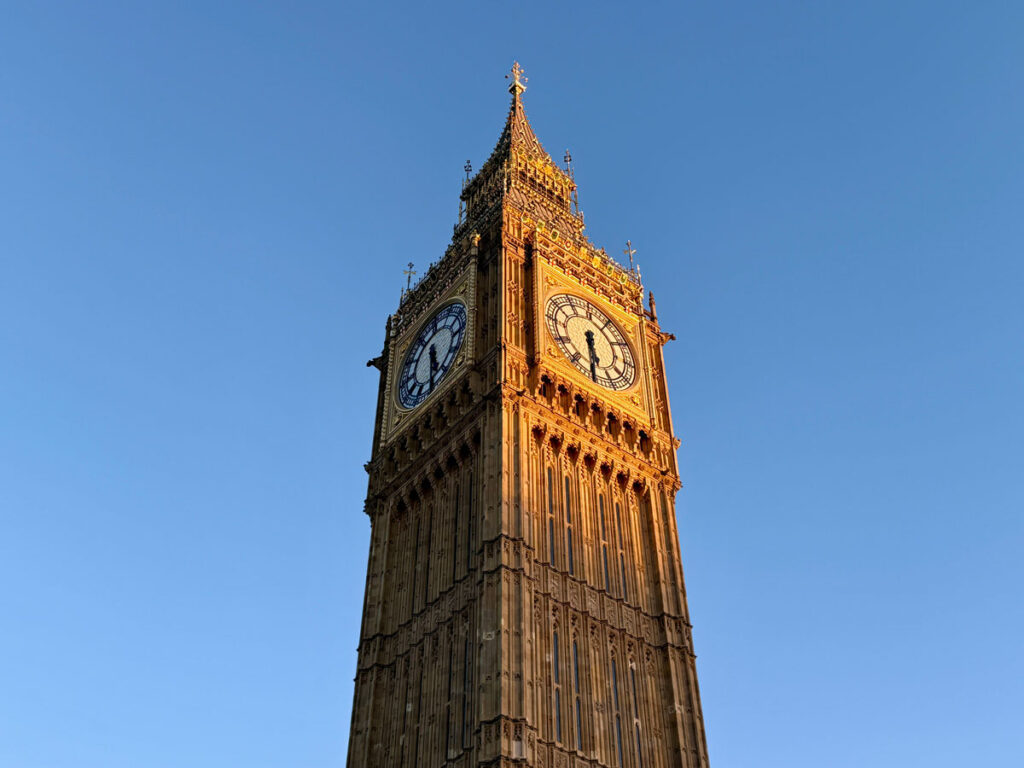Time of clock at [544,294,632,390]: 5:30
